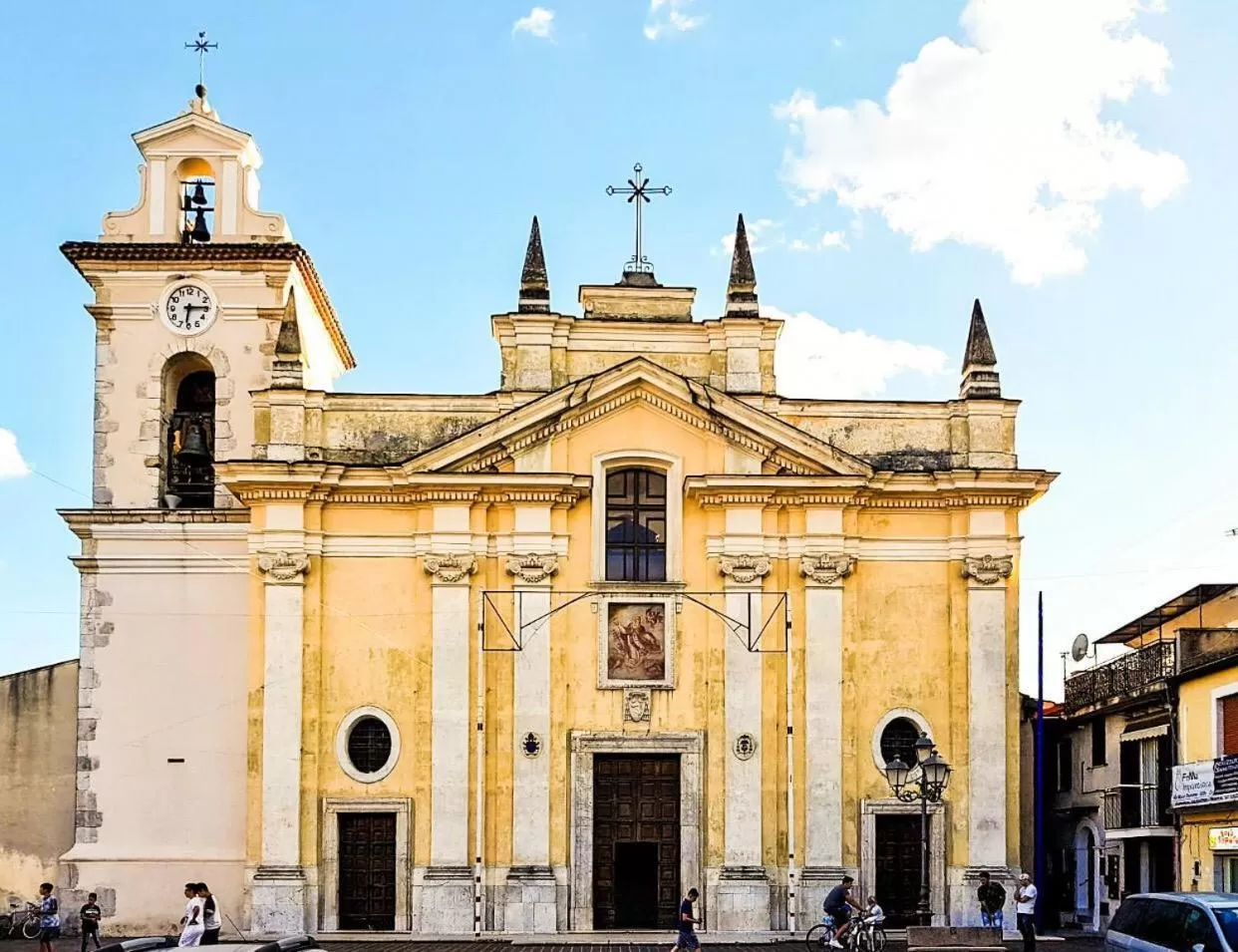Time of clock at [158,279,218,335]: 6:14
